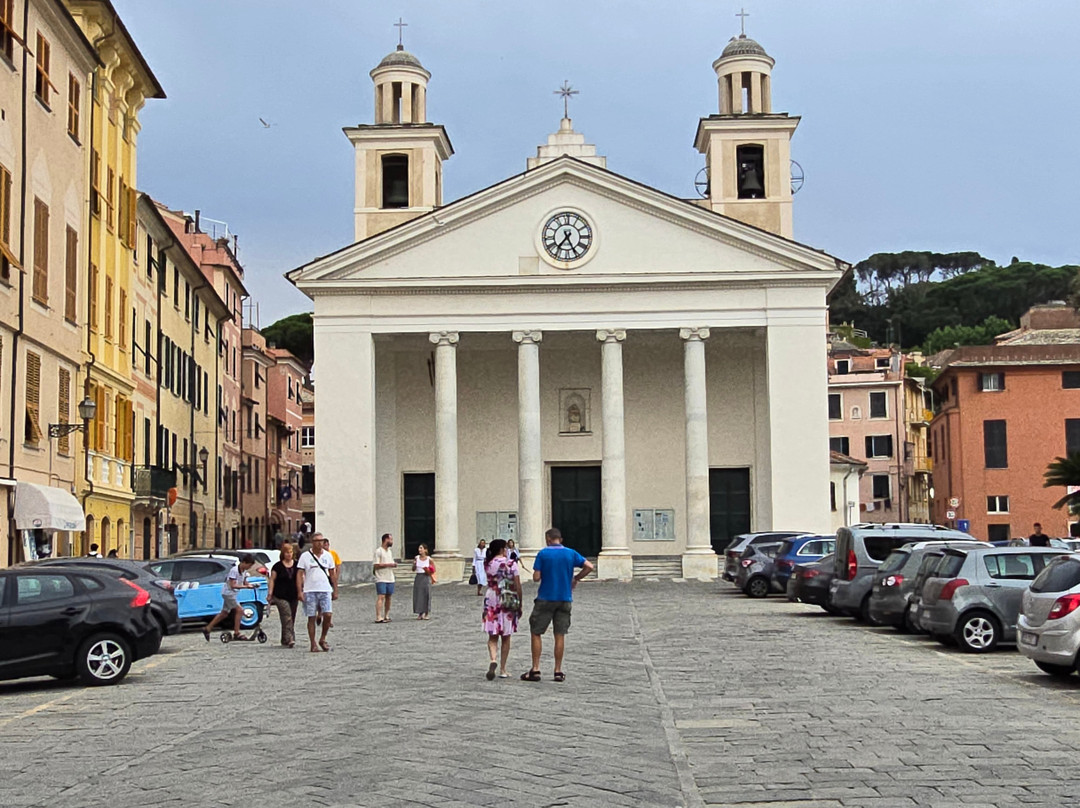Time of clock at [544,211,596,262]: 7:25
